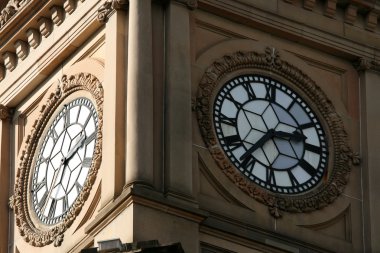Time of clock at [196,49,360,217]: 2:36
